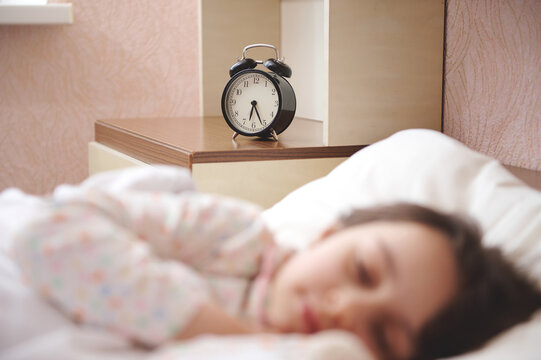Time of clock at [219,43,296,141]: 6:25
